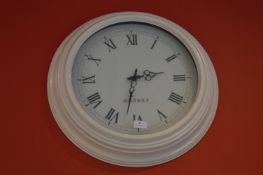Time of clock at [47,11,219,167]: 2:32
